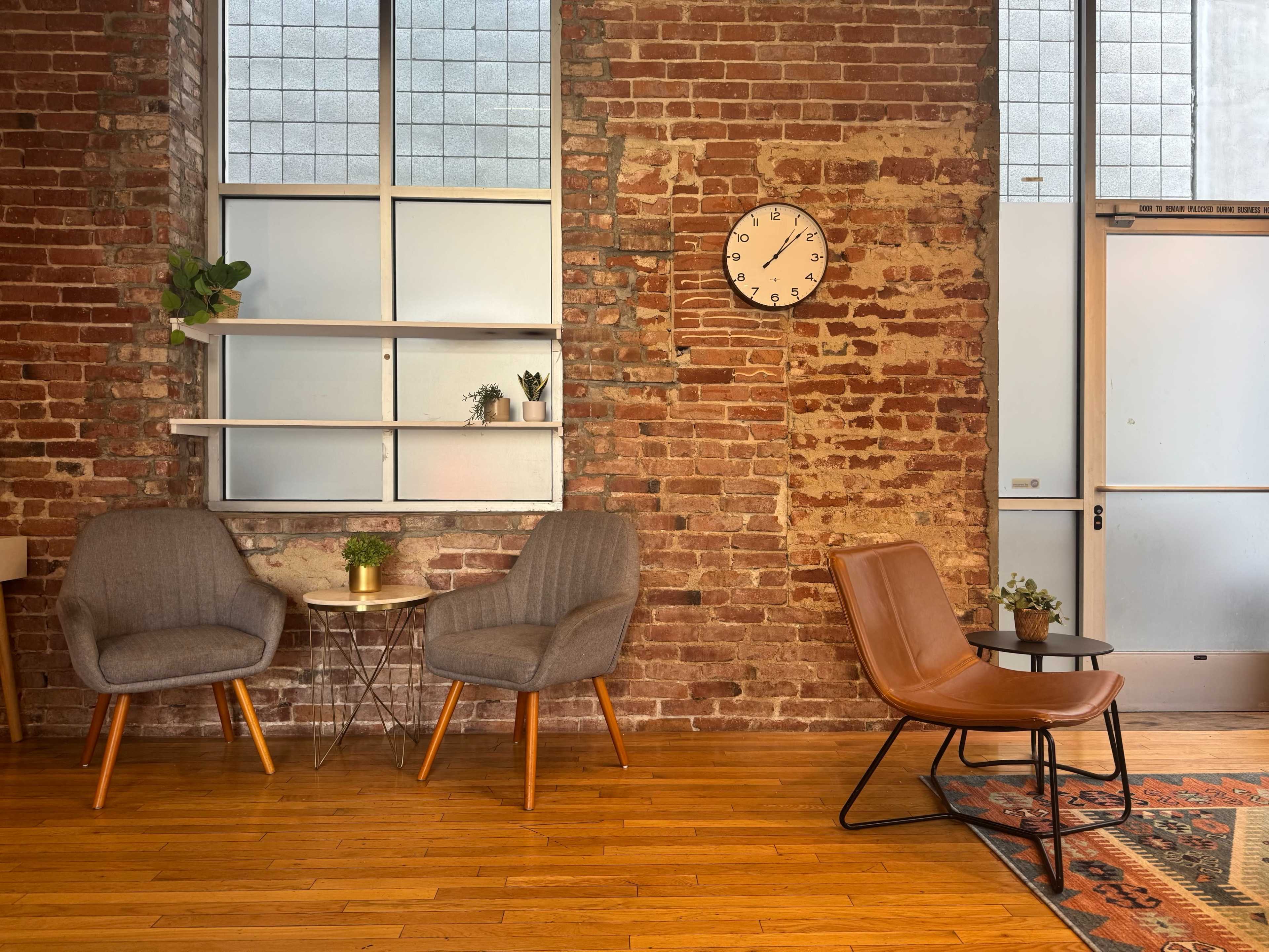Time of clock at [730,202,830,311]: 1:08
